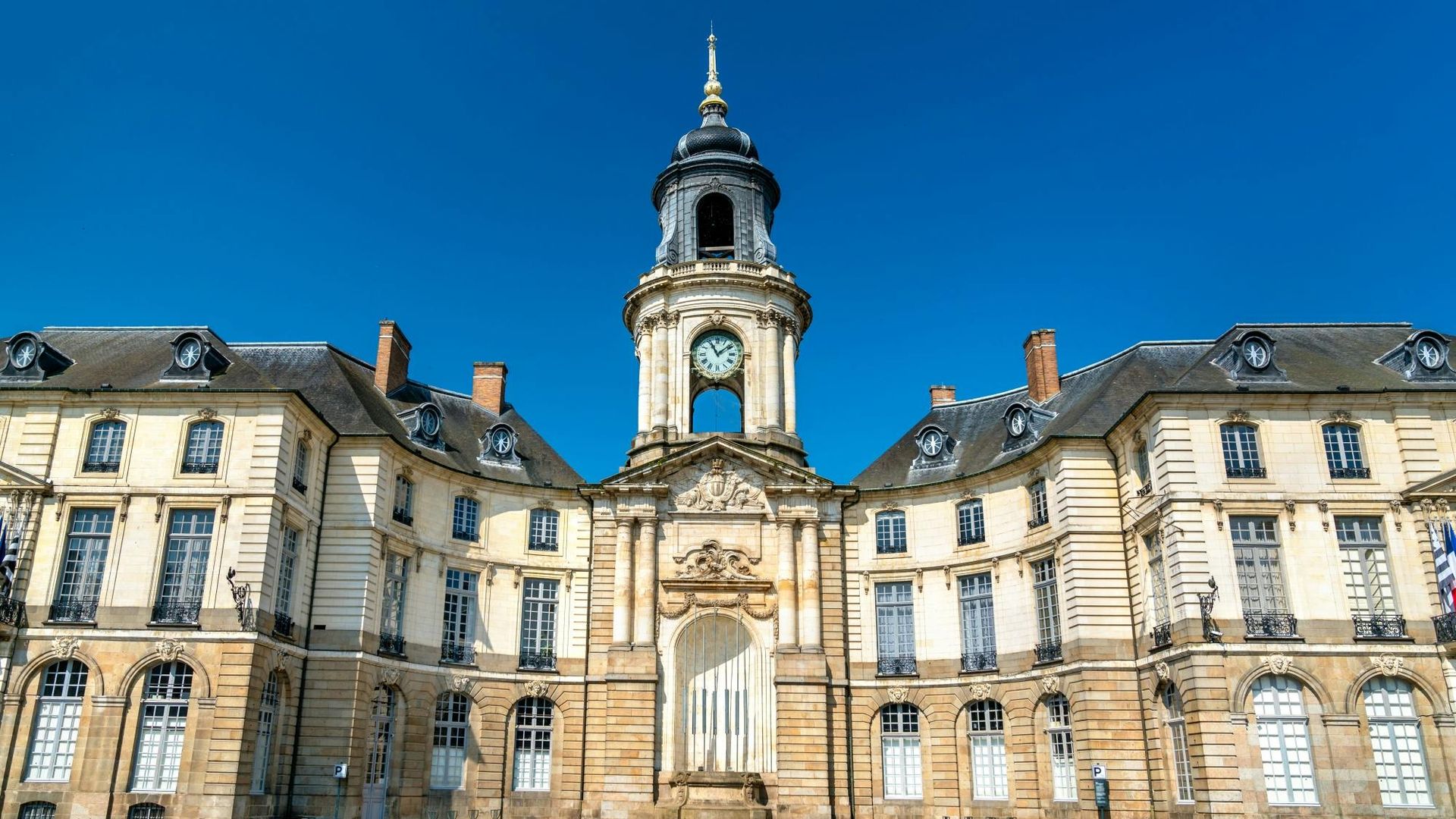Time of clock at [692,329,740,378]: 11:08
